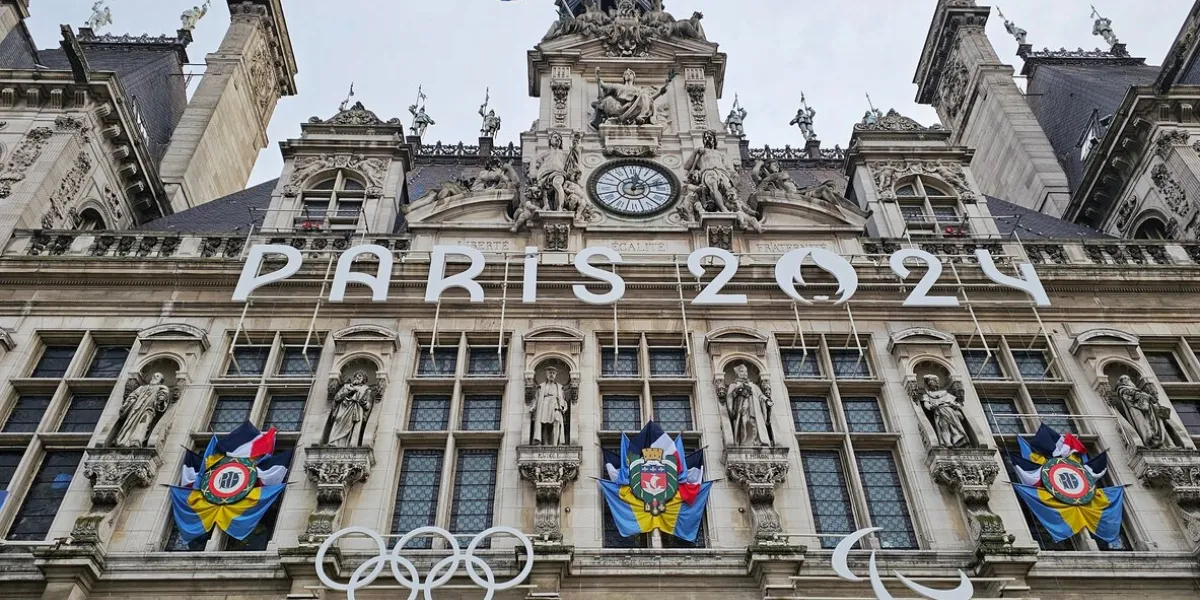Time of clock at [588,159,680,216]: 12:13
